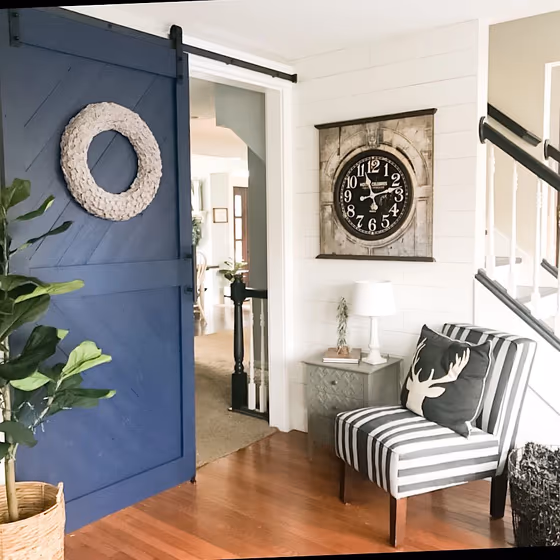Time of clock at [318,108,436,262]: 11:12
